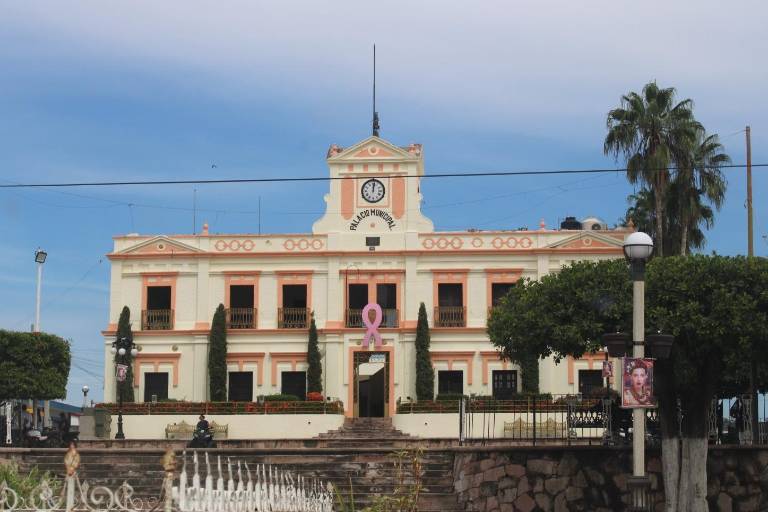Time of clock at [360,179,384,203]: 12:01
